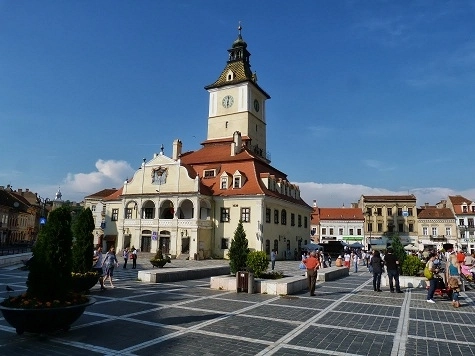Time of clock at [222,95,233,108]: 6:01
